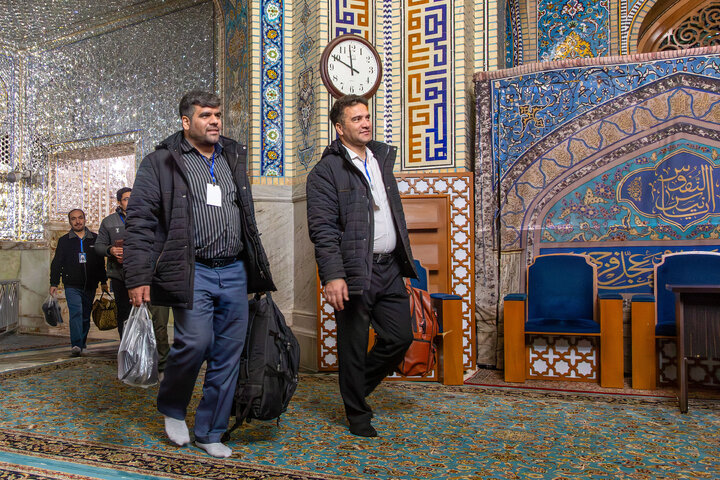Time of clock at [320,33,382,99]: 11:49
